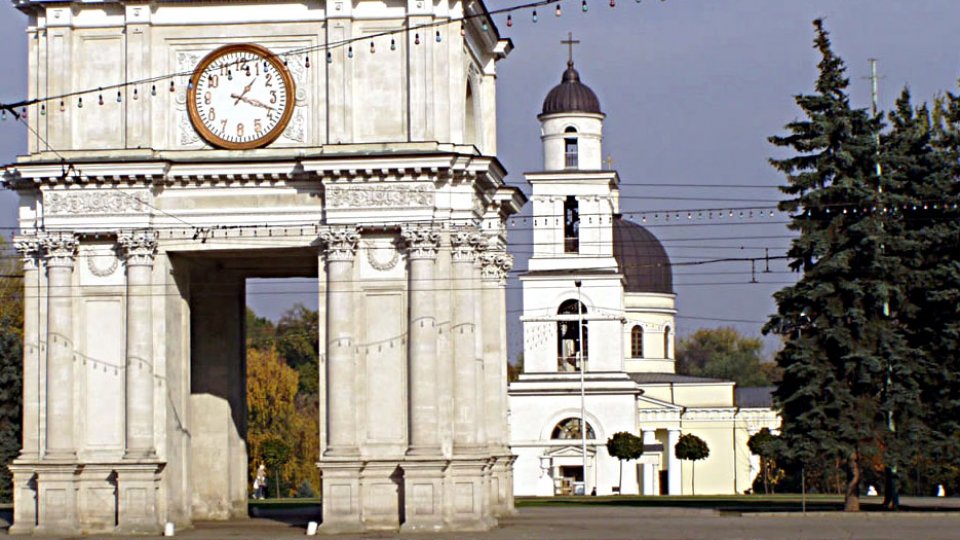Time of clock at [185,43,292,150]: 1:18
